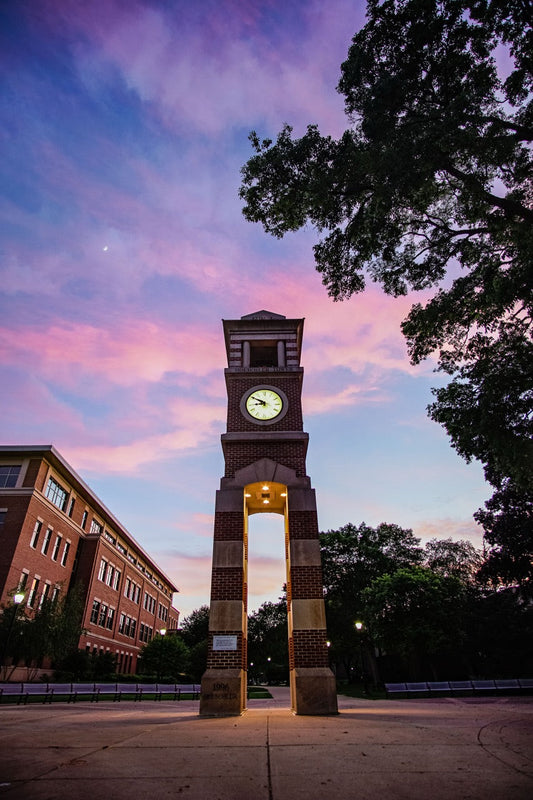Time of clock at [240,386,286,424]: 8:50
